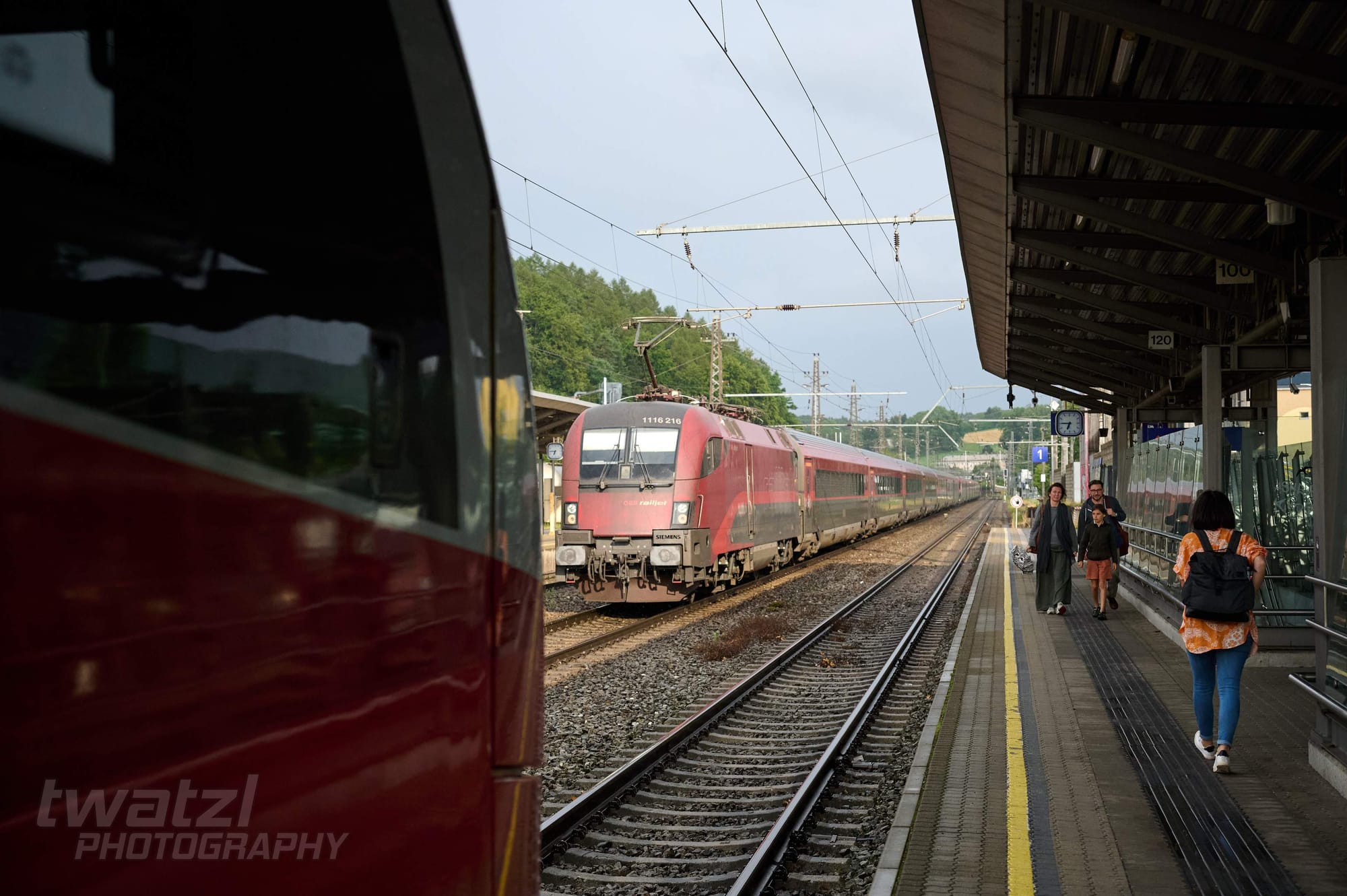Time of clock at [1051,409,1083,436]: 6:45
